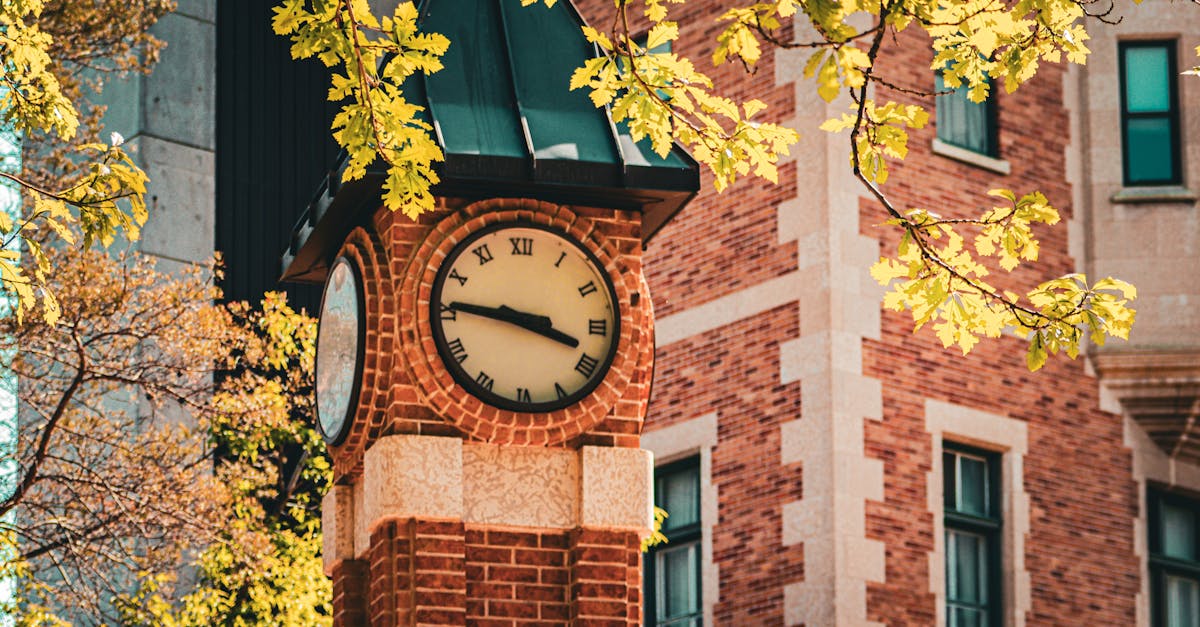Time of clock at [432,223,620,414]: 3:46
